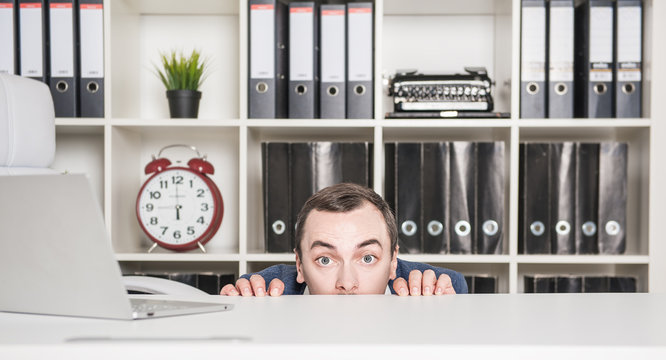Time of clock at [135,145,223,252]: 5:59
